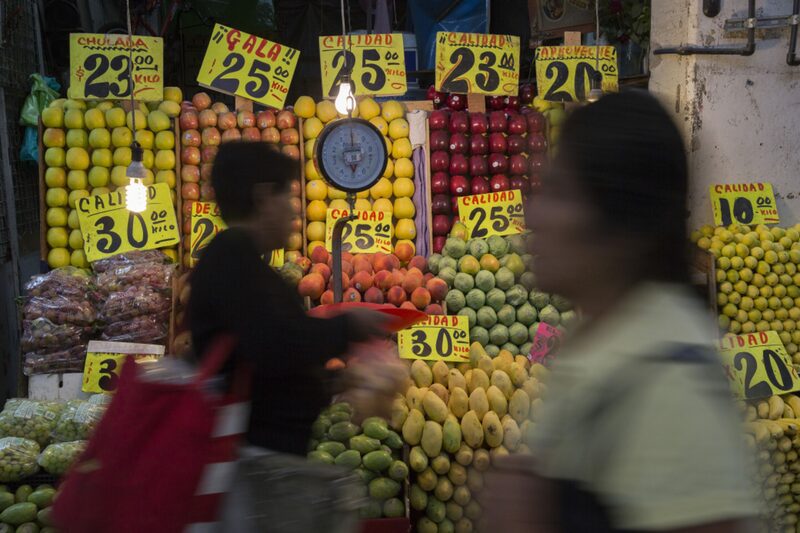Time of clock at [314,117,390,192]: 5:59
